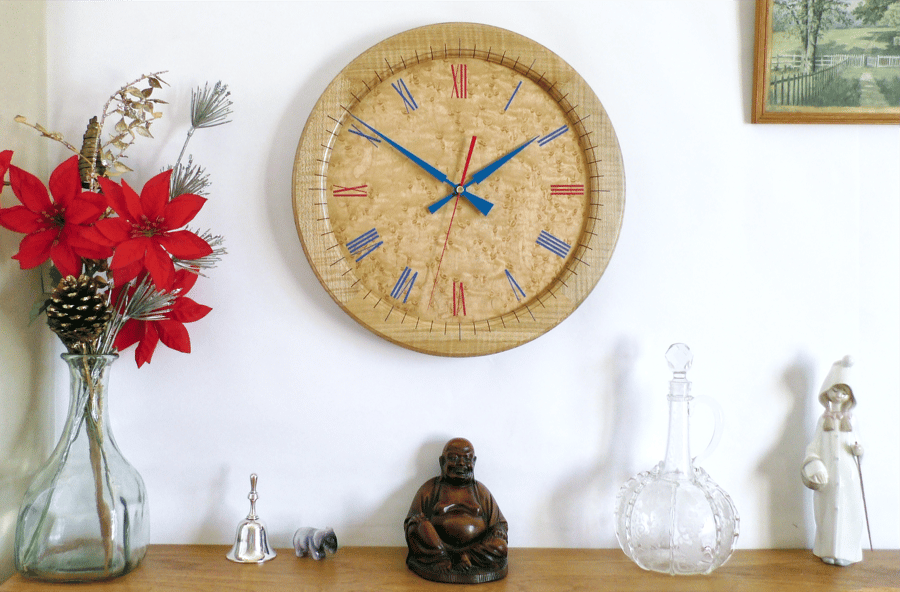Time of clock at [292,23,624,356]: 1:50
